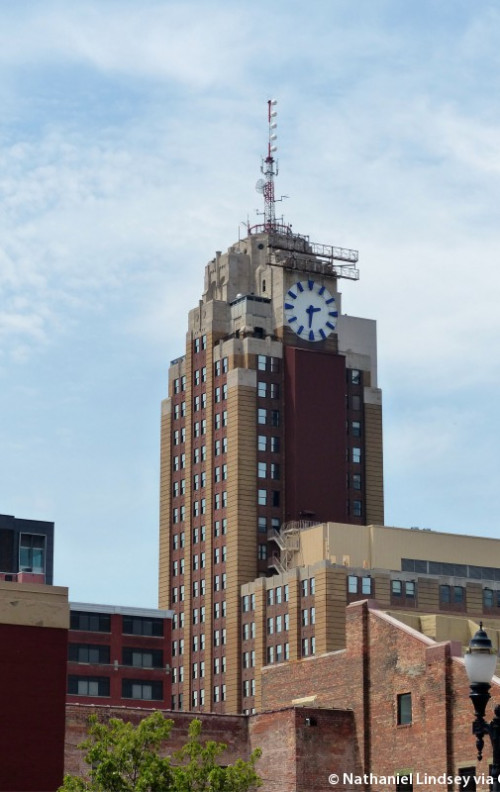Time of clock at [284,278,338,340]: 2:31
